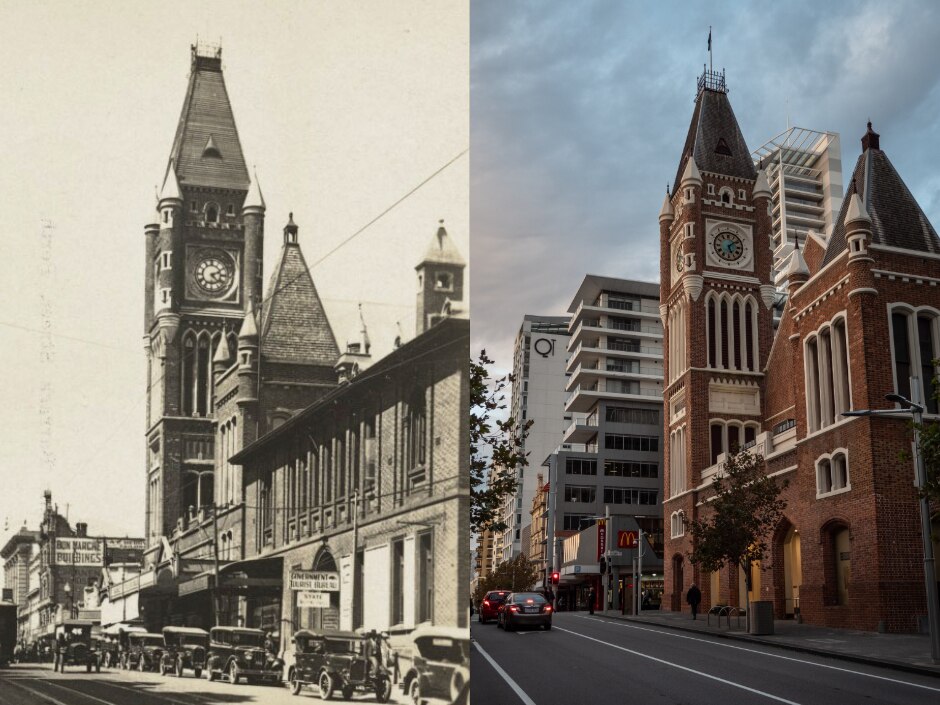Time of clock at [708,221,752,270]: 5:08
